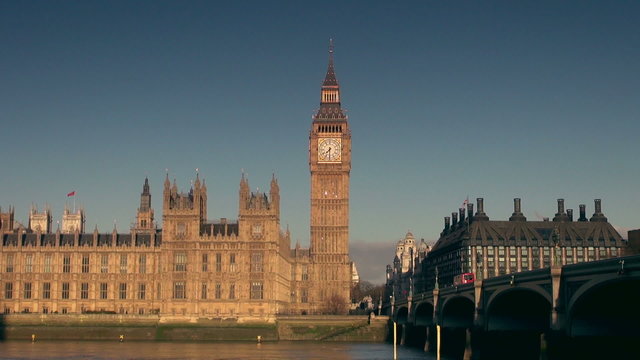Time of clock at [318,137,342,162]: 7:30
